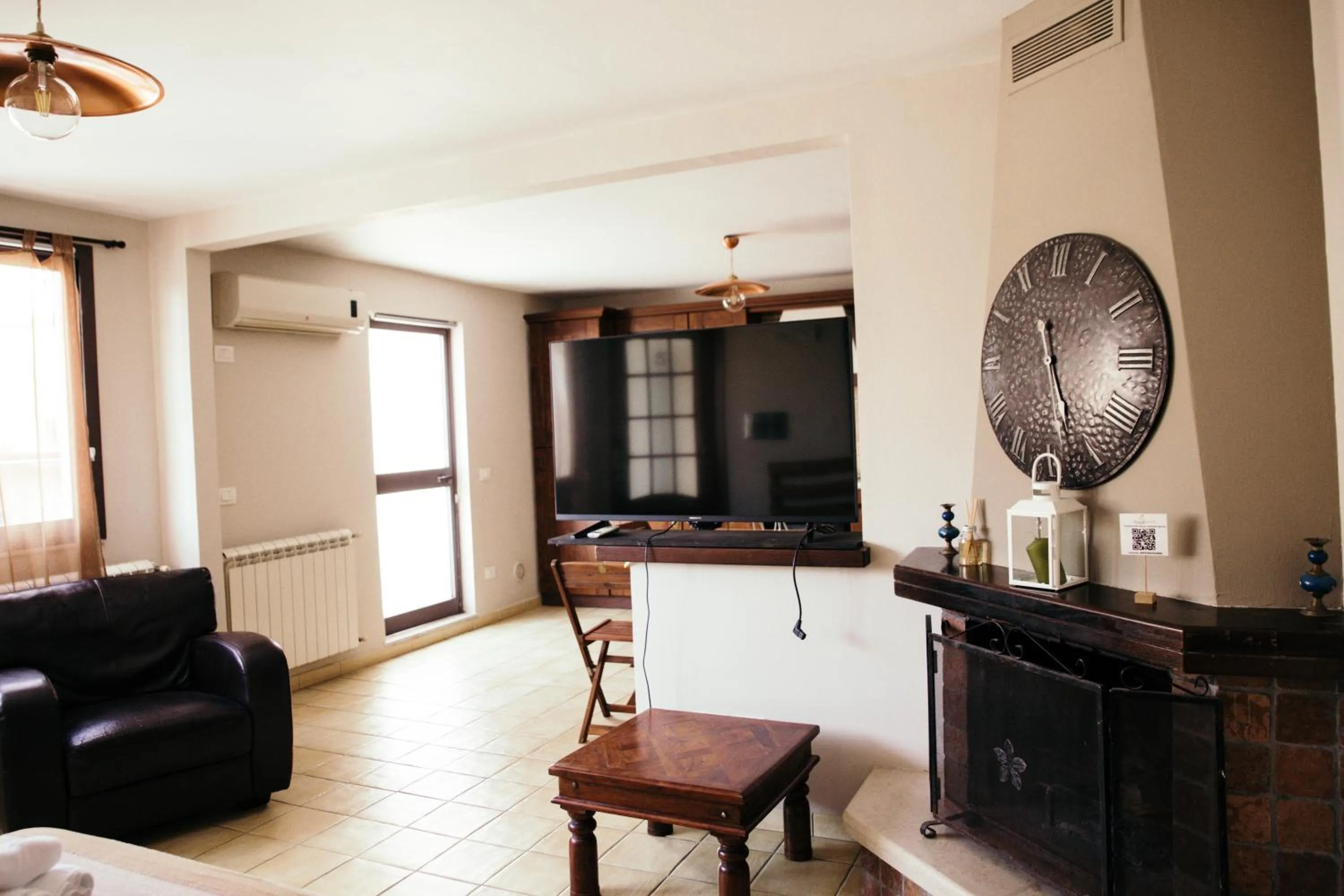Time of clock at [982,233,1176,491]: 11:26
